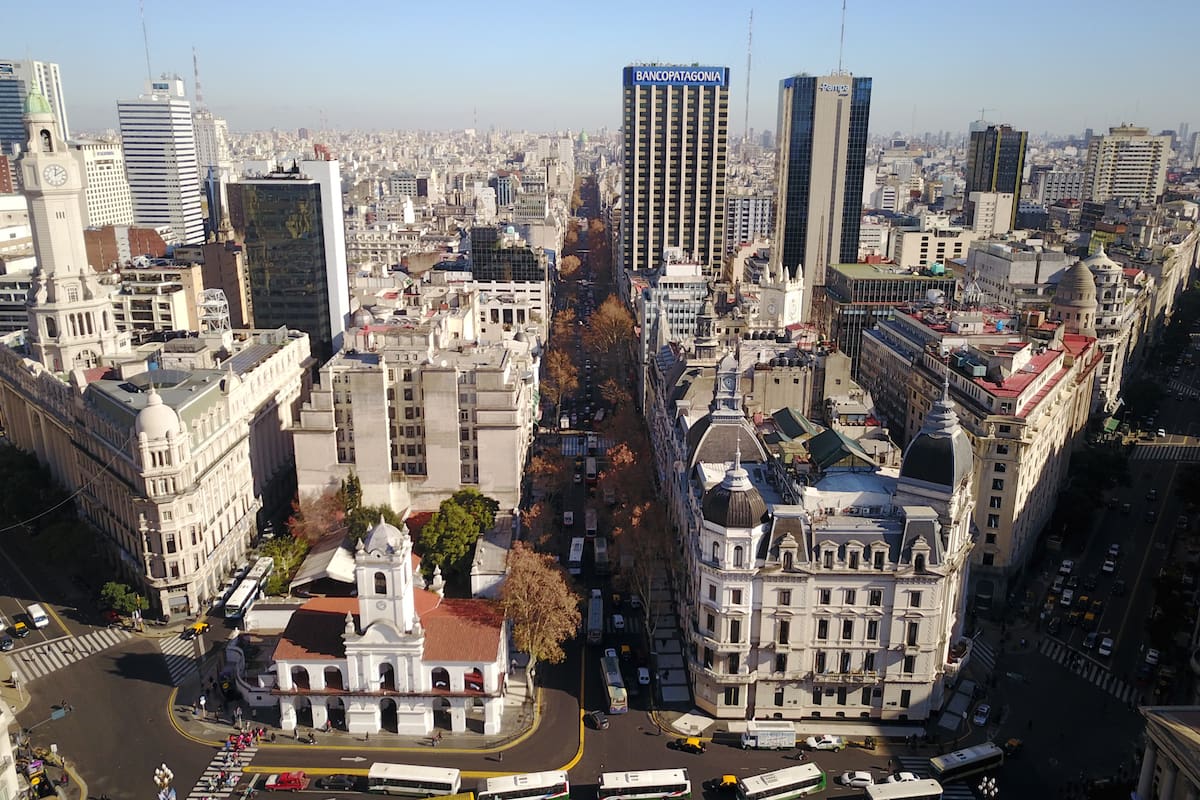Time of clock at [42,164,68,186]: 2:01
